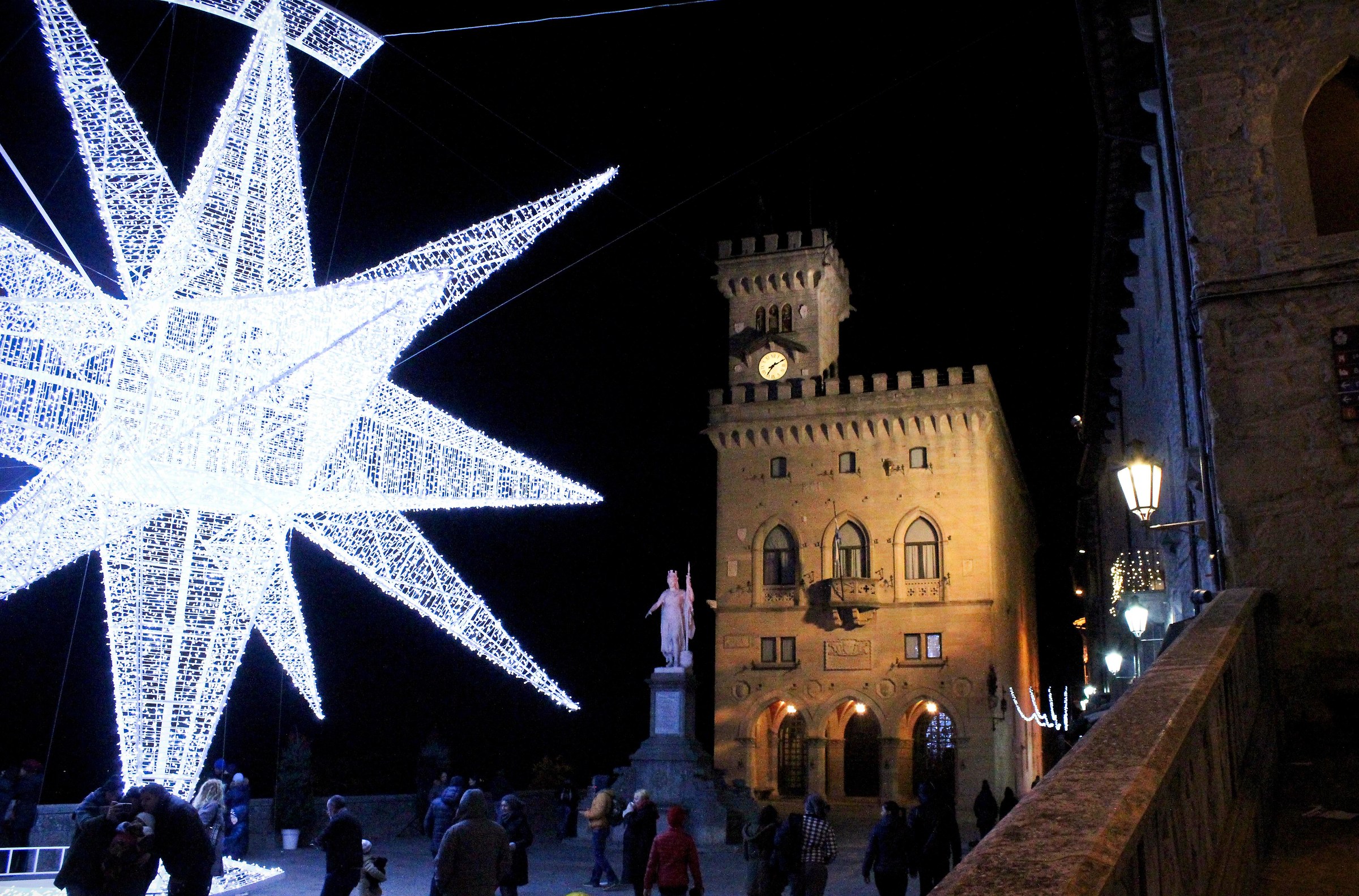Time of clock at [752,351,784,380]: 7:10
